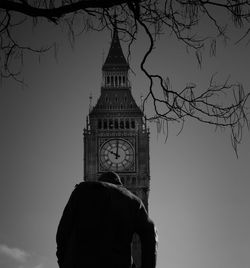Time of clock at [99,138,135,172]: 10:00
